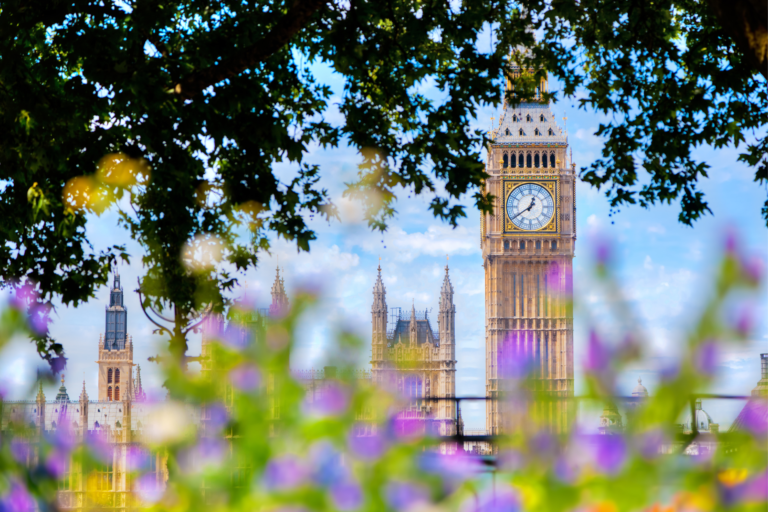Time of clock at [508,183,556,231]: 12:39
